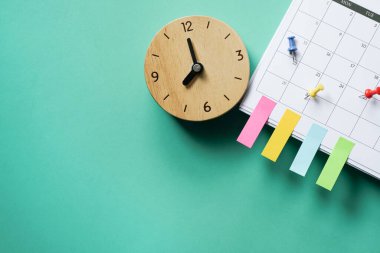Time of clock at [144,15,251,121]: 7:59
